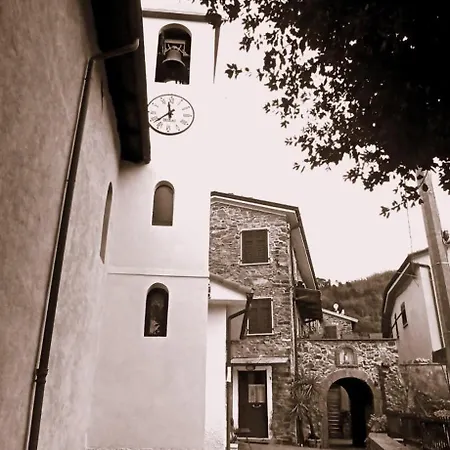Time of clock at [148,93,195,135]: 11:38
